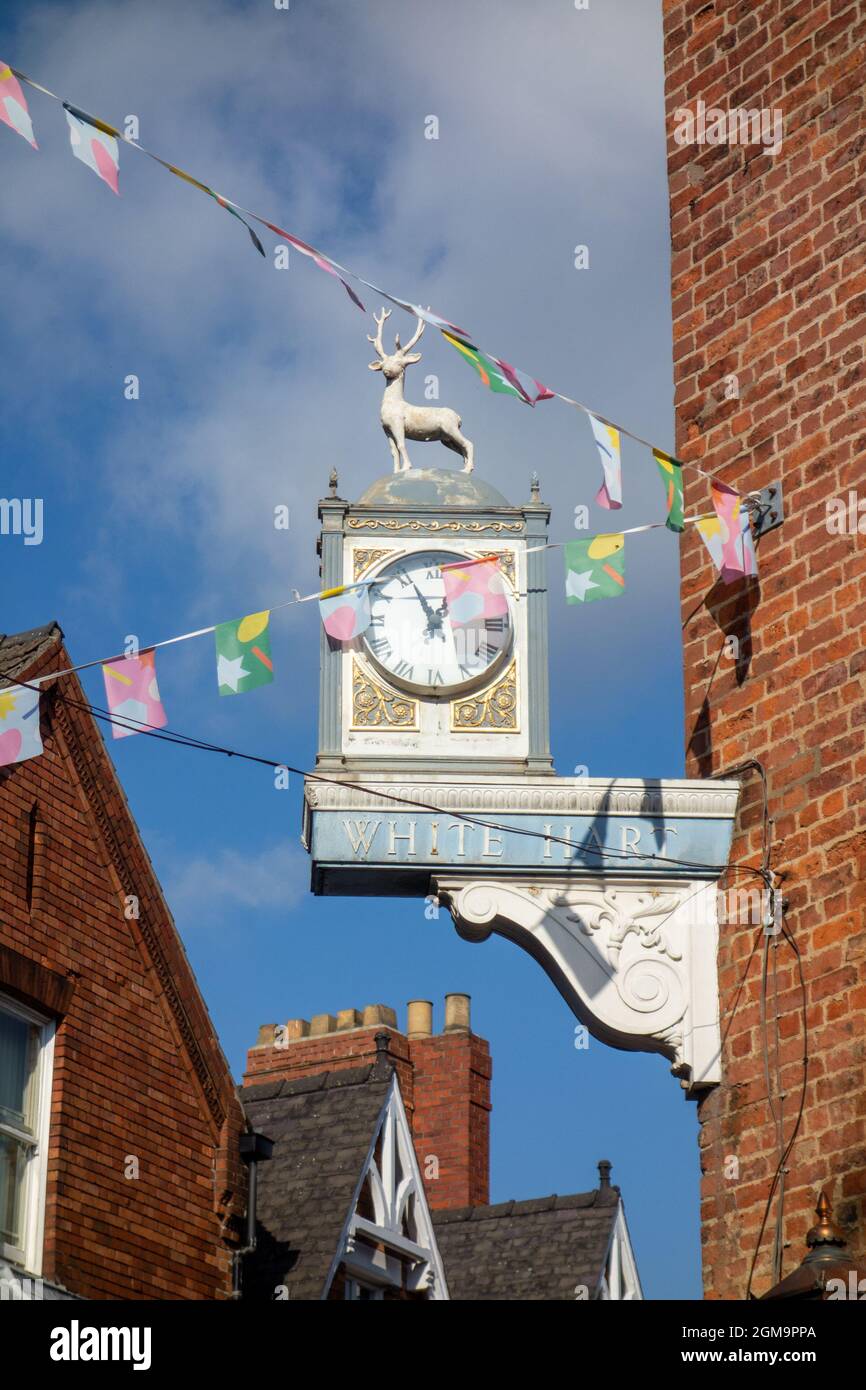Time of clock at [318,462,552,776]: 12:55
